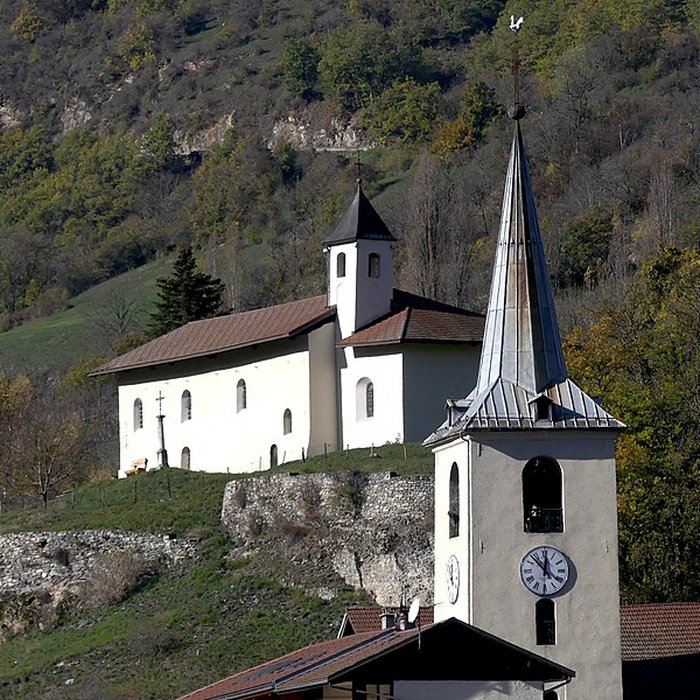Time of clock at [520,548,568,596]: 11:52
